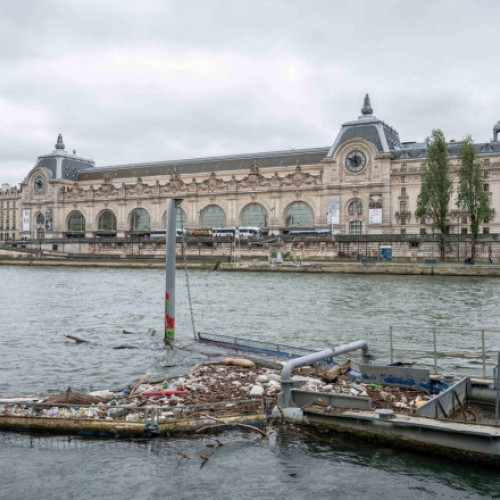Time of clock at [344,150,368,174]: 11:48
